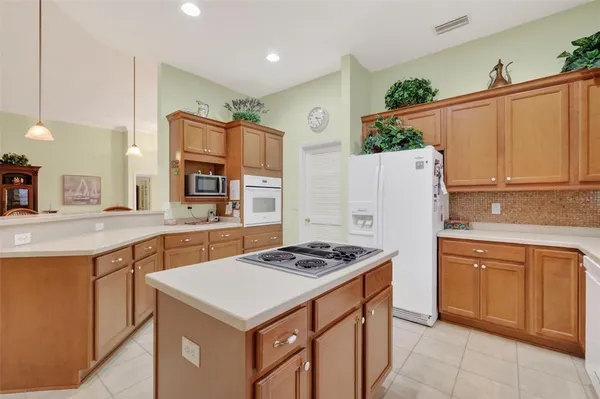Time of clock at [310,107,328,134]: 3:24
